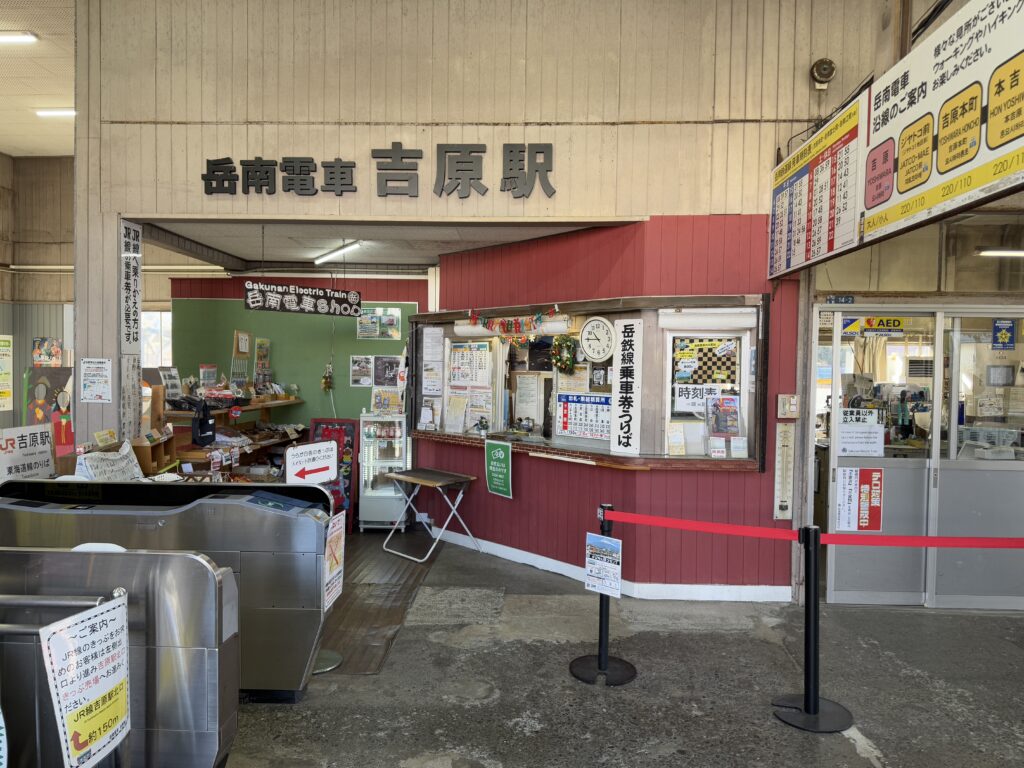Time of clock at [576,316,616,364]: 10:45
